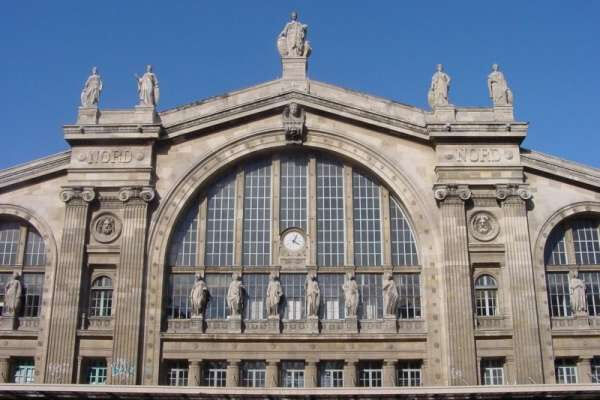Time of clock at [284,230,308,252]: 4:04
